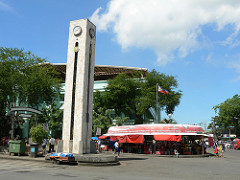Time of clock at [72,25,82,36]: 8:07
